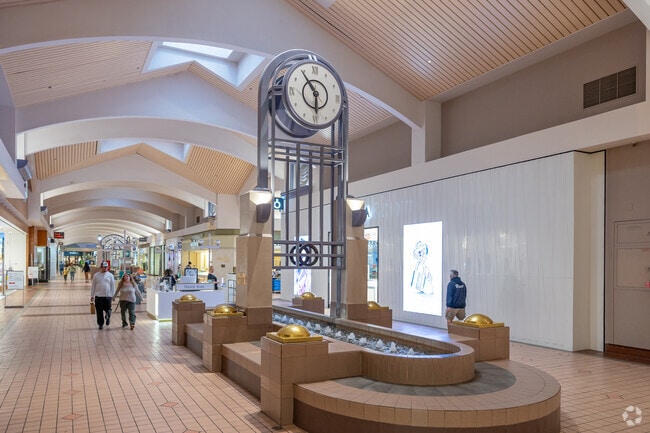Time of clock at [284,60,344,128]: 5:54
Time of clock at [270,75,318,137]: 5:54
